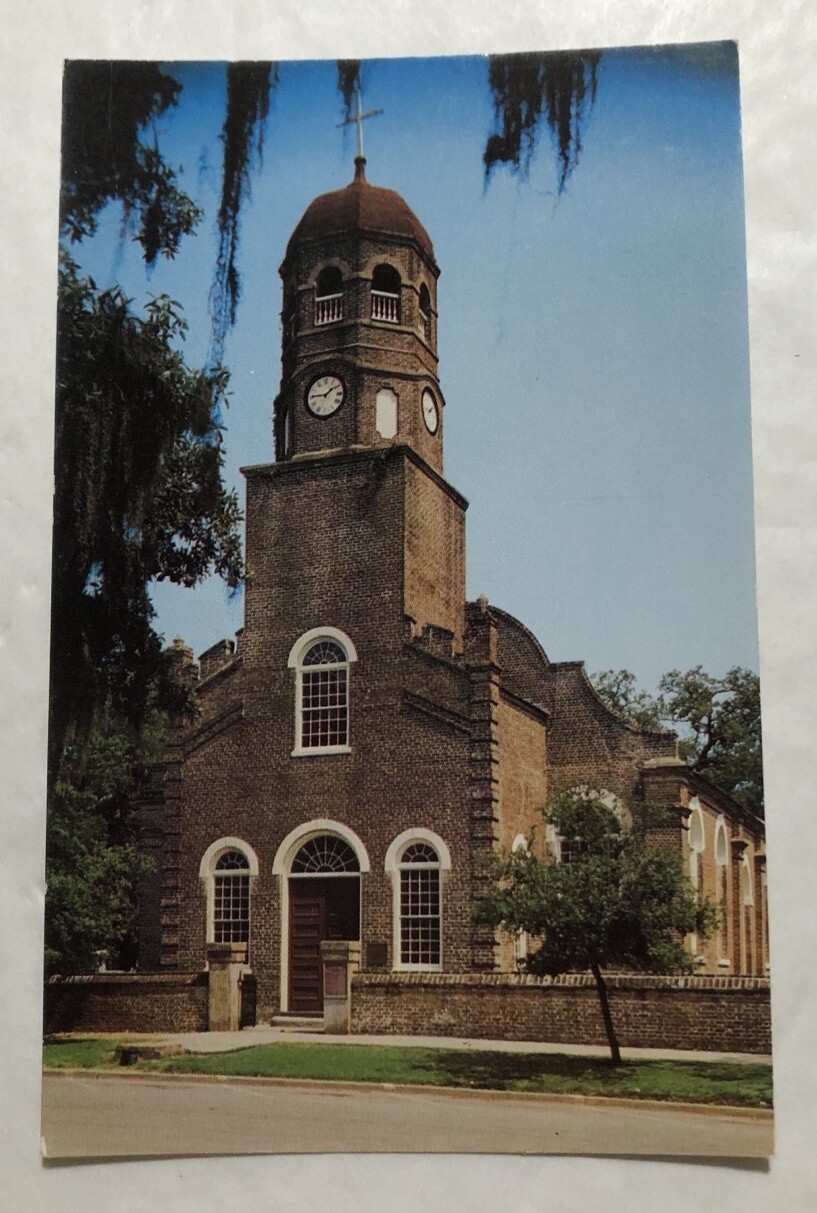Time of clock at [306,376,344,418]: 1:45
